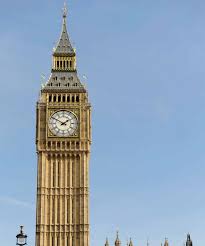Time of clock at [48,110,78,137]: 1:50
